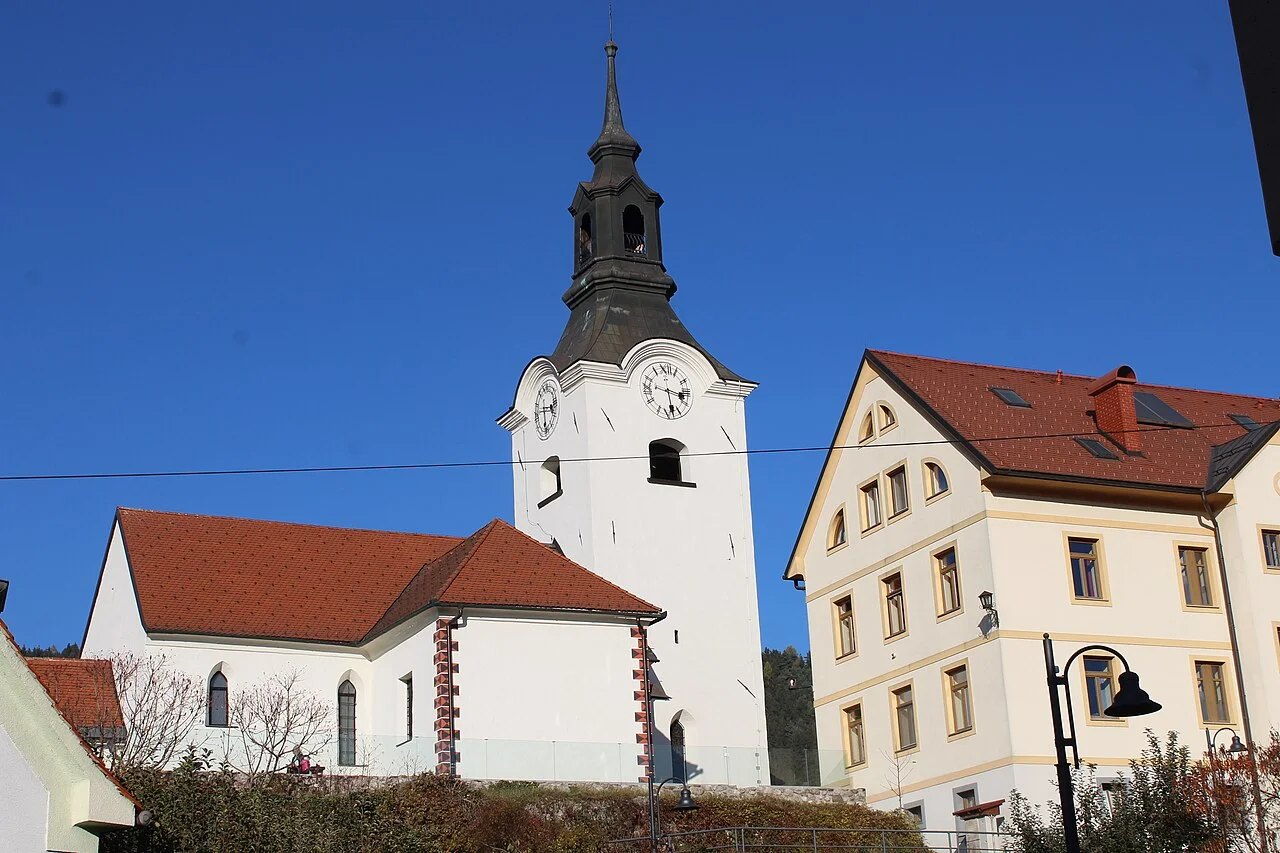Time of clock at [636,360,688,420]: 3:28
